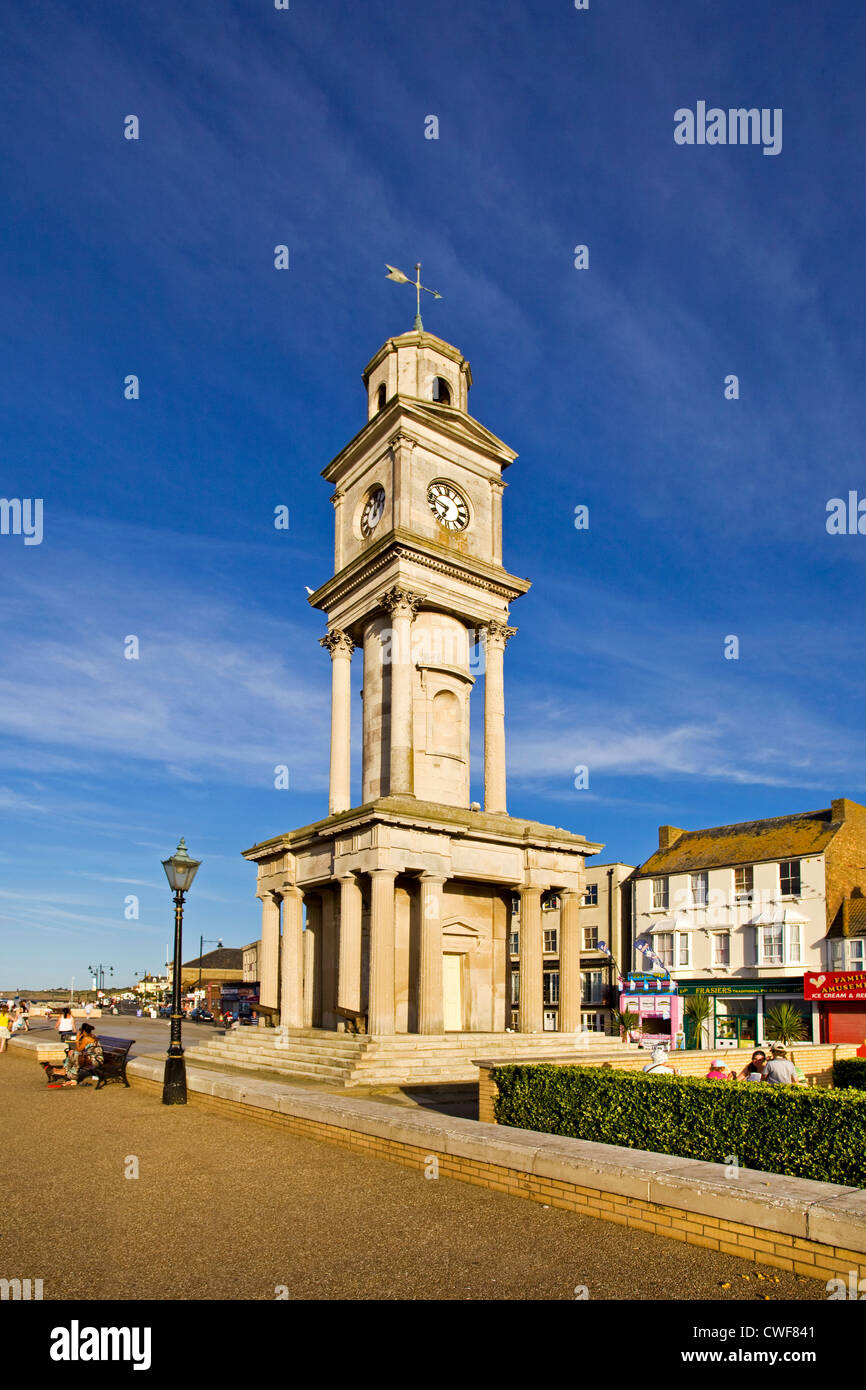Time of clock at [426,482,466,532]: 6:47
